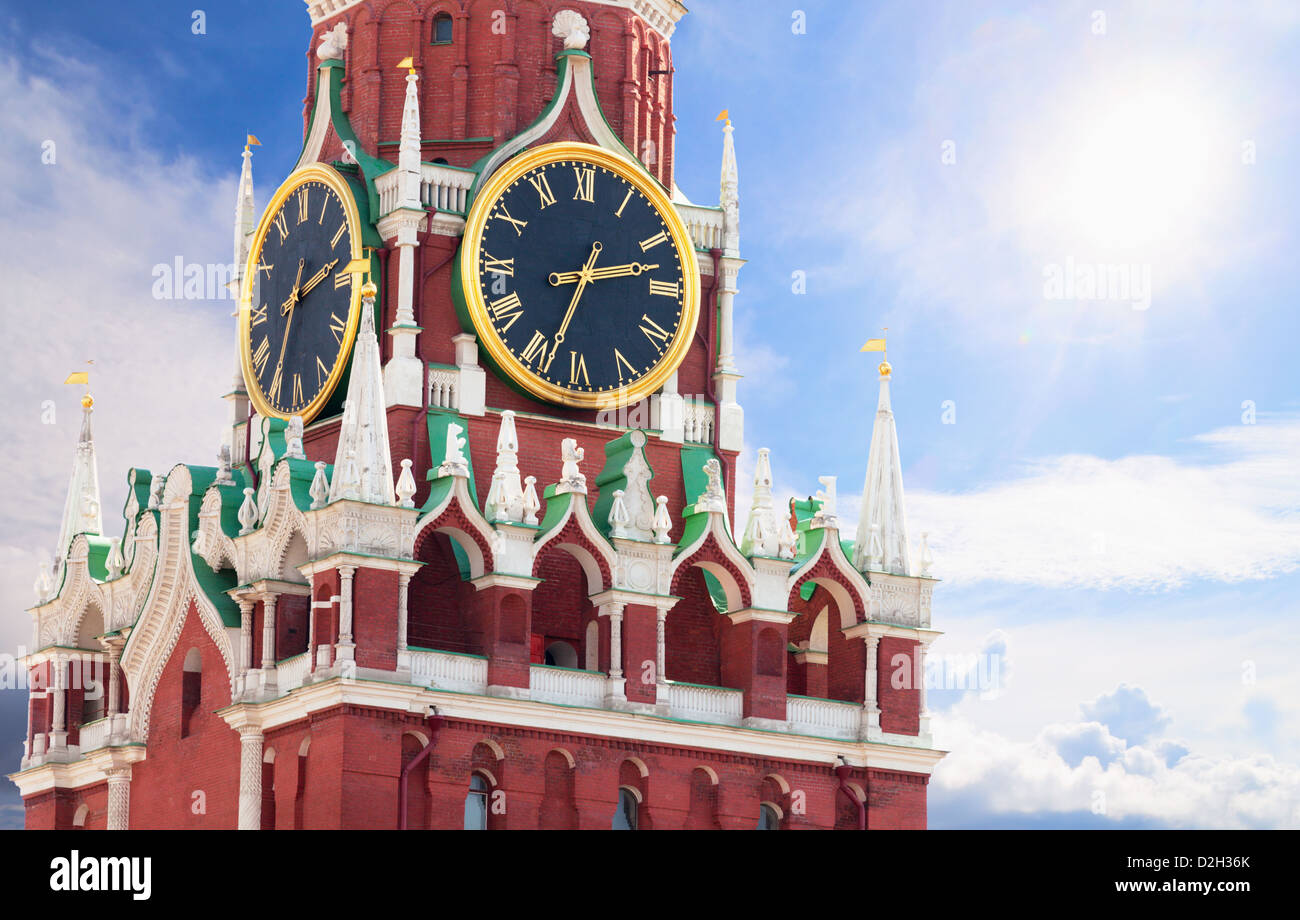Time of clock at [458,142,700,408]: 2:33
